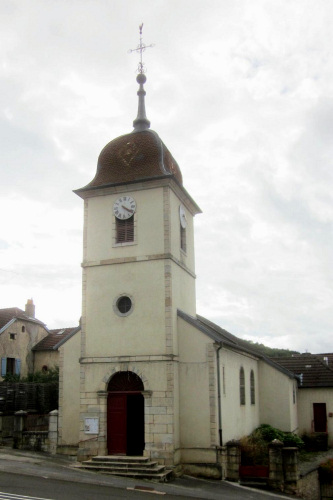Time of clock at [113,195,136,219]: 4:20
